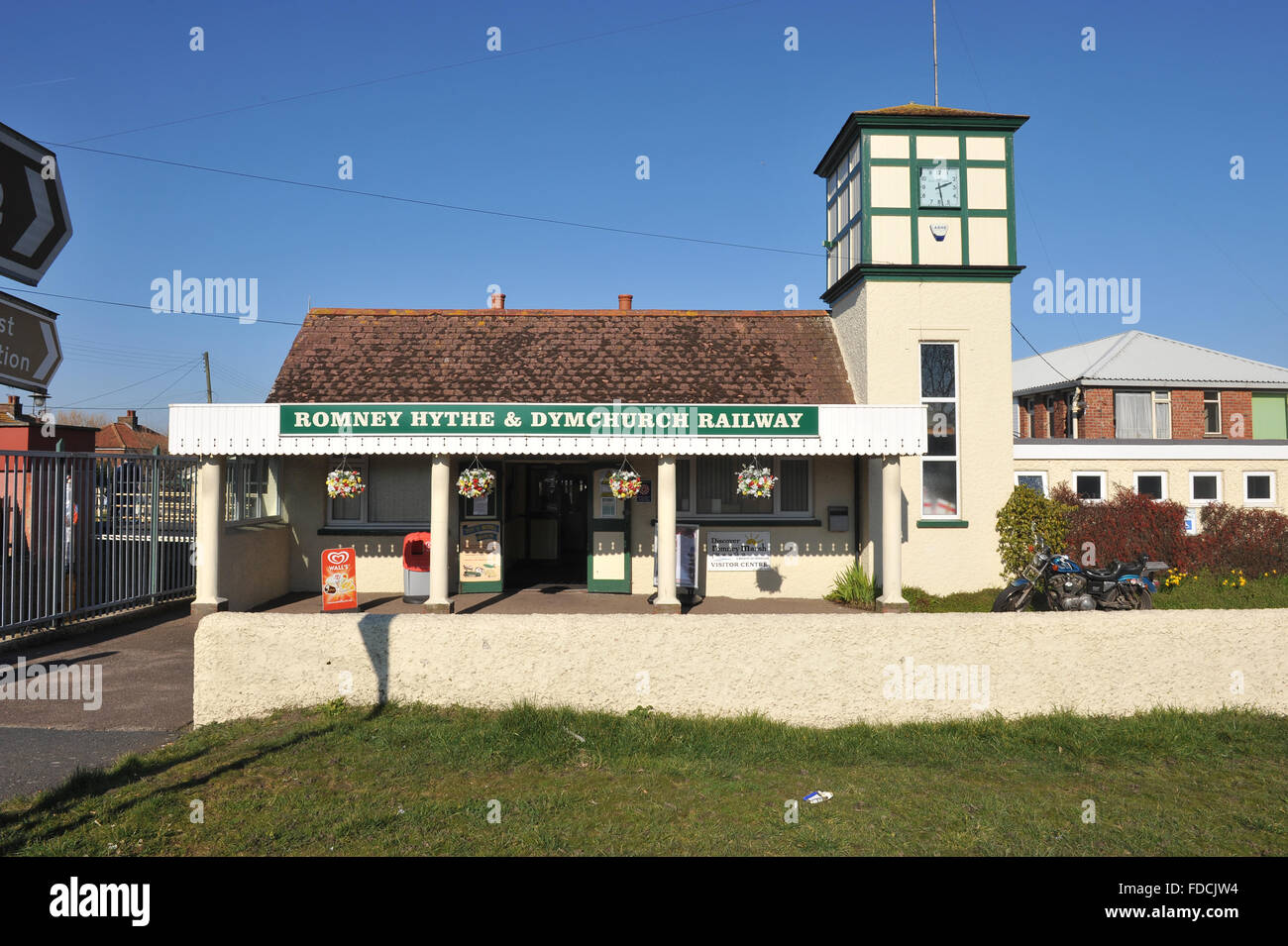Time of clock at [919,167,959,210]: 2:28
